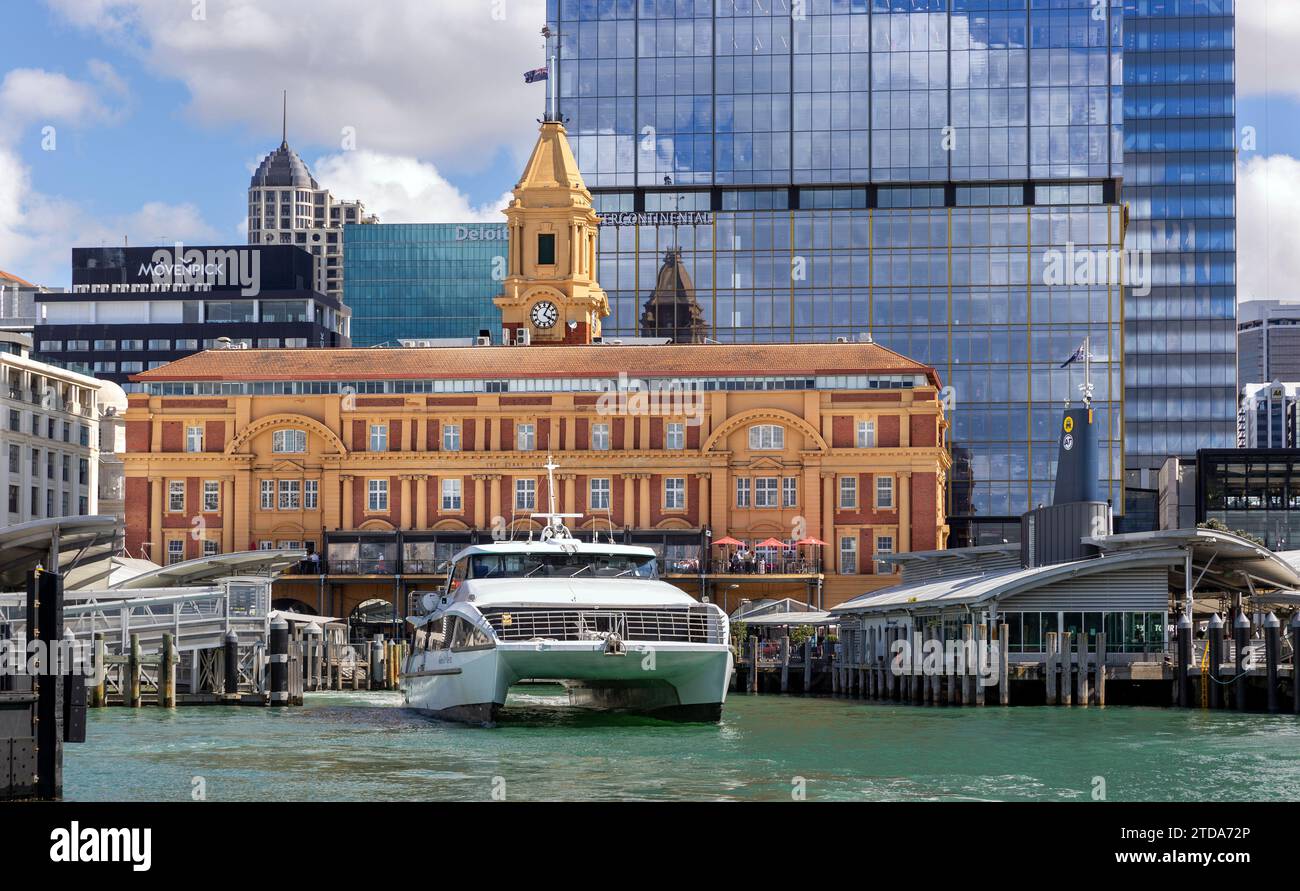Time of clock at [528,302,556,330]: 4:04
